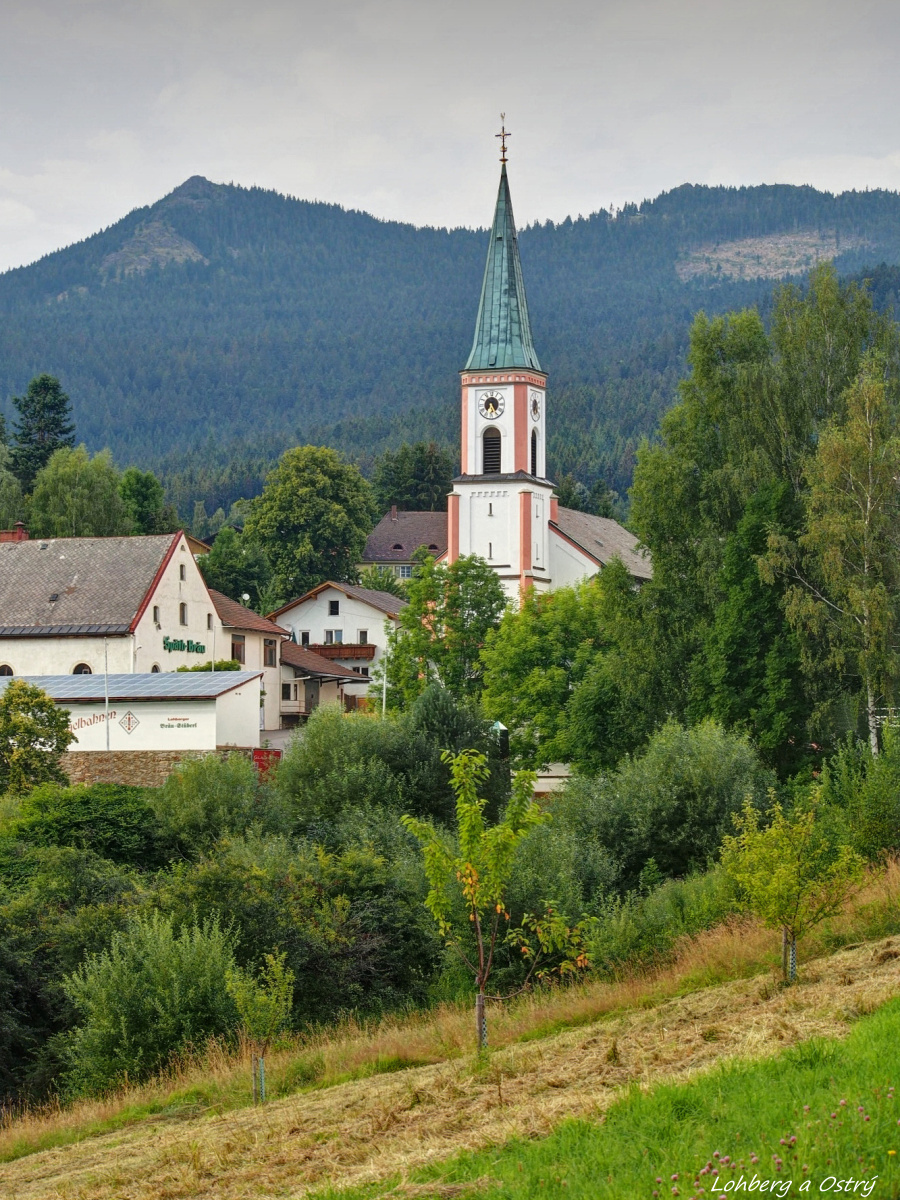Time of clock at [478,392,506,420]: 6:25
